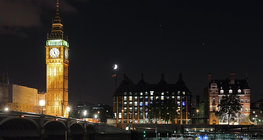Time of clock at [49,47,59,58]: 11:23
